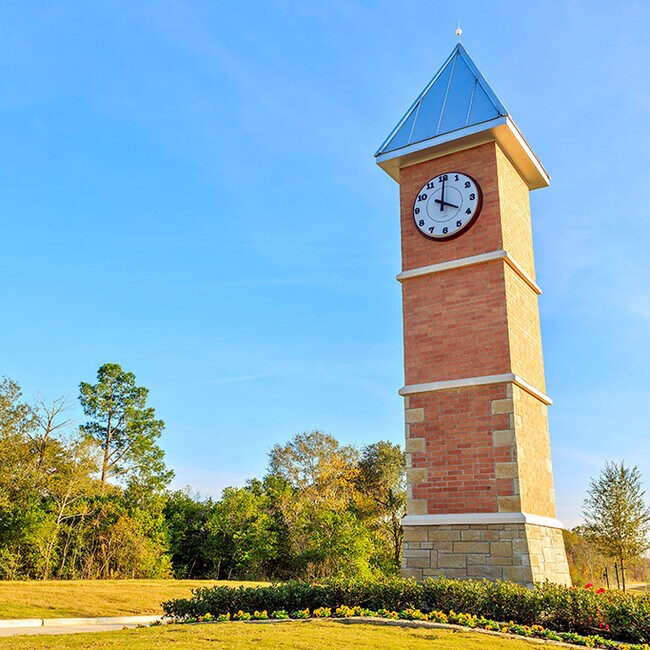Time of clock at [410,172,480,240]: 4:00
